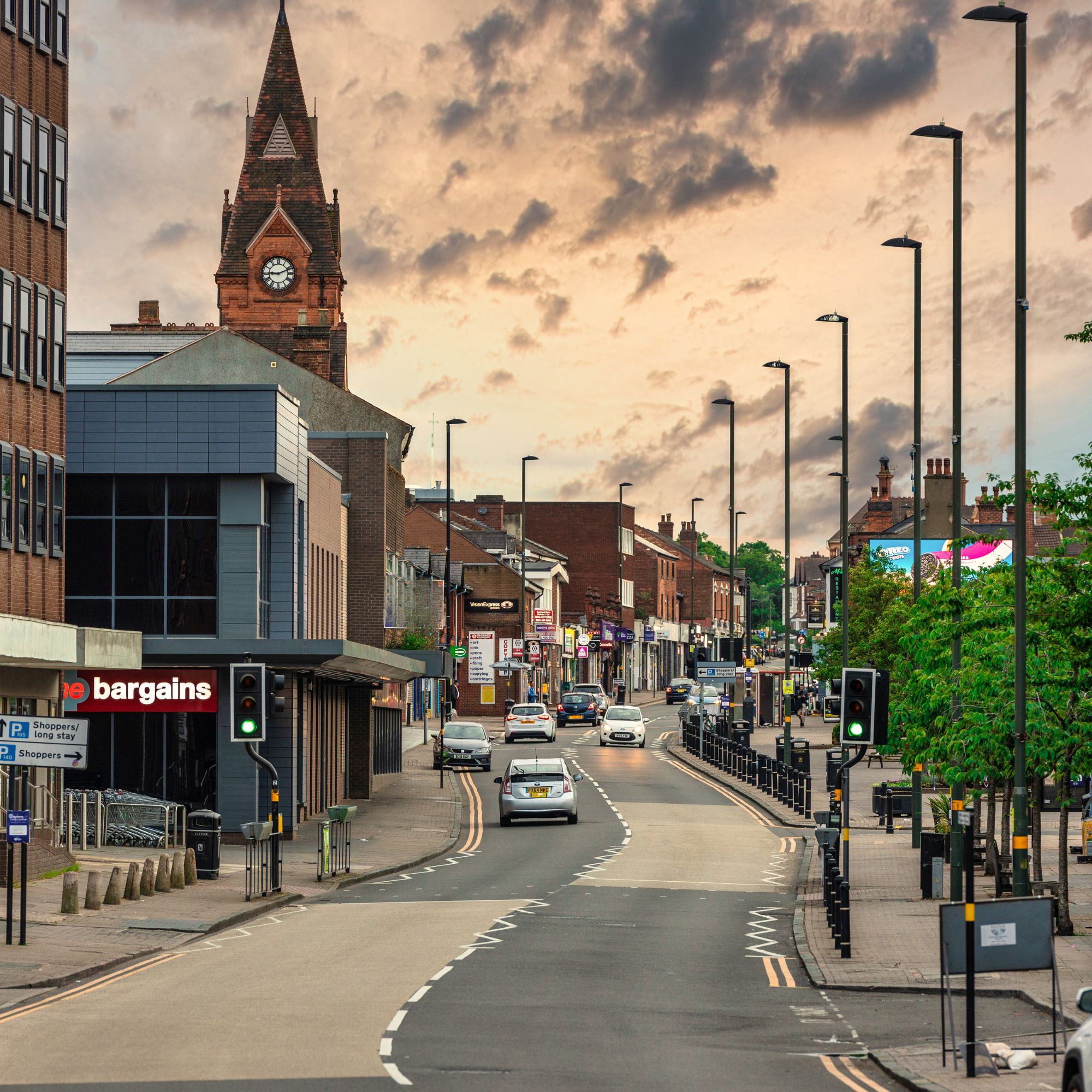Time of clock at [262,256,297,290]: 9:11
